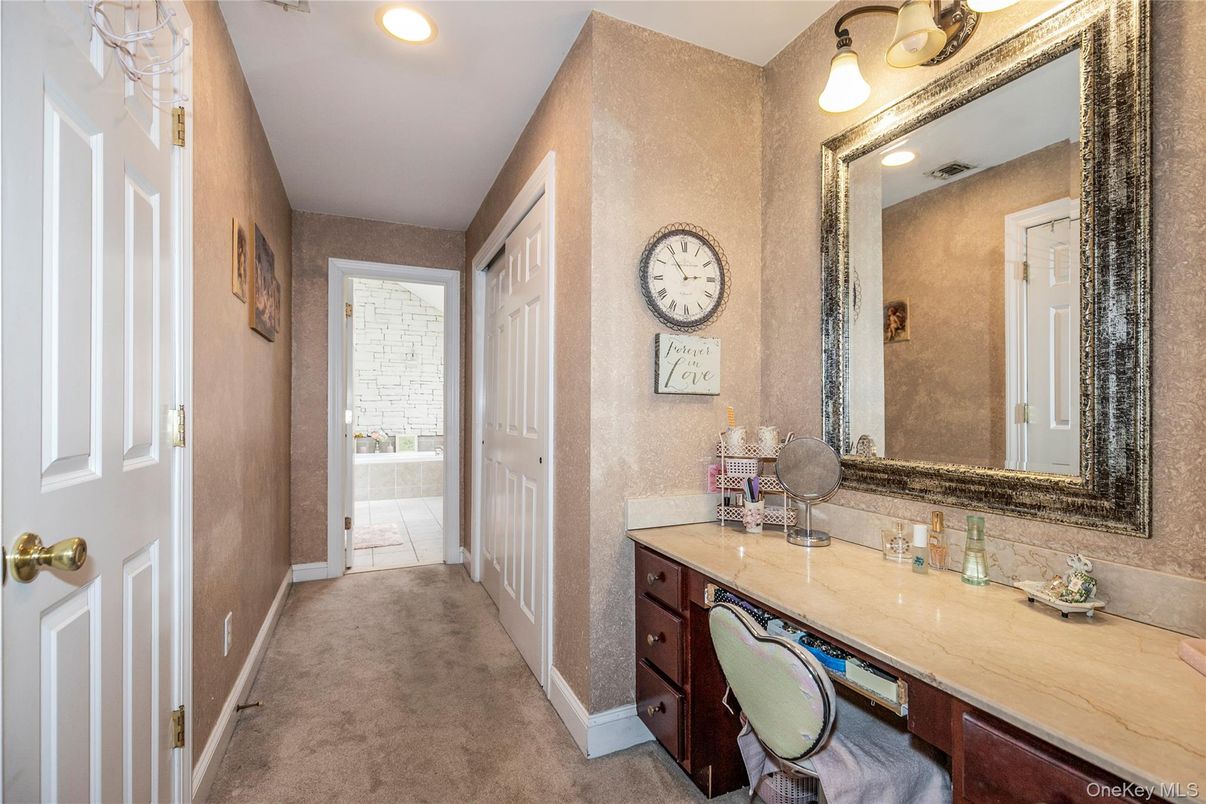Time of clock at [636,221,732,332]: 2:54
